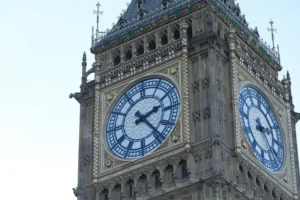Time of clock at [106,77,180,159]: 2:23
